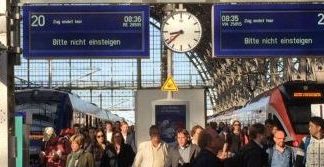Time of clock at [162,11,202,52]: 8:38
